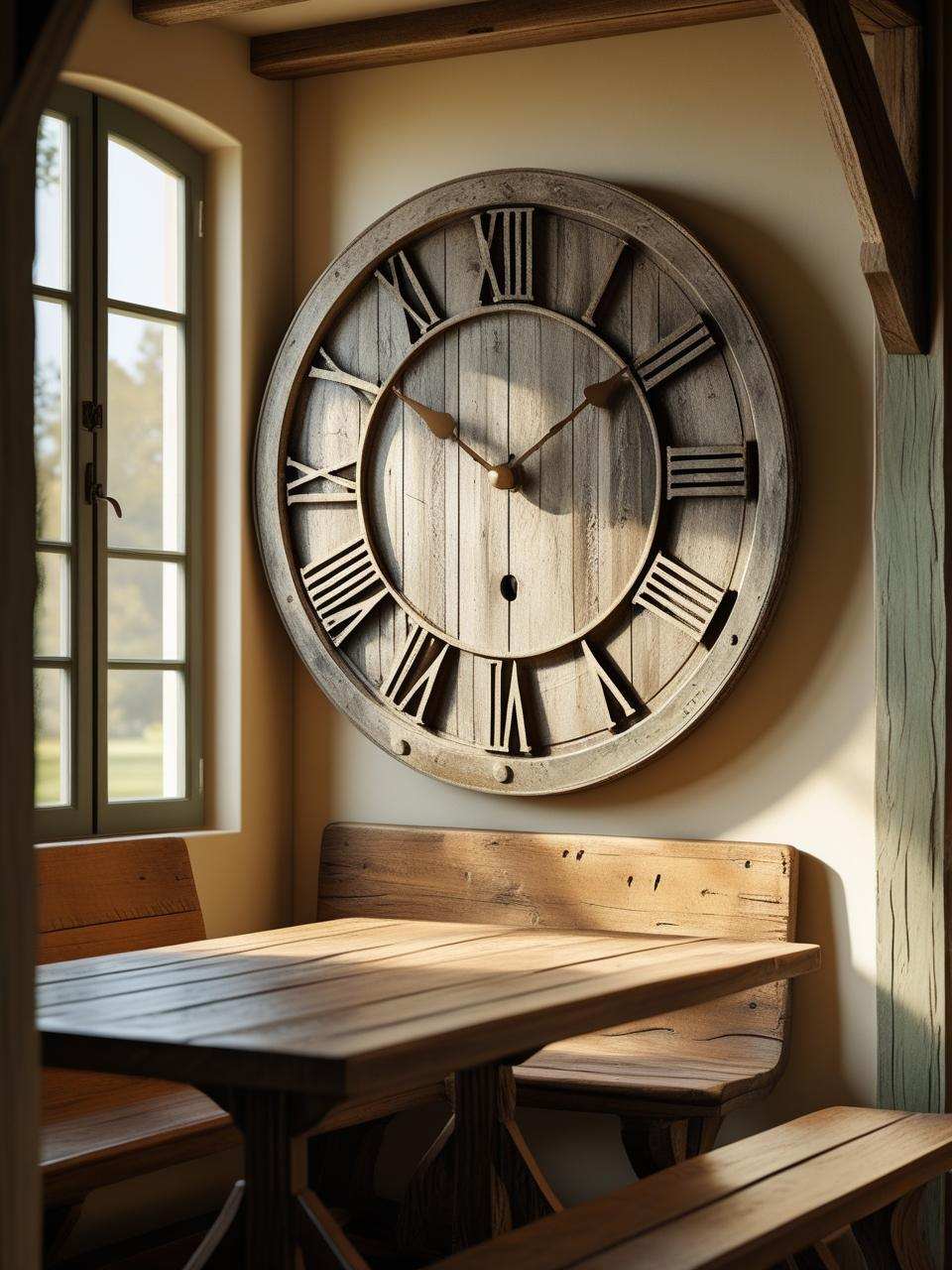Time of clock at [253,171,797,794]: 1:50
